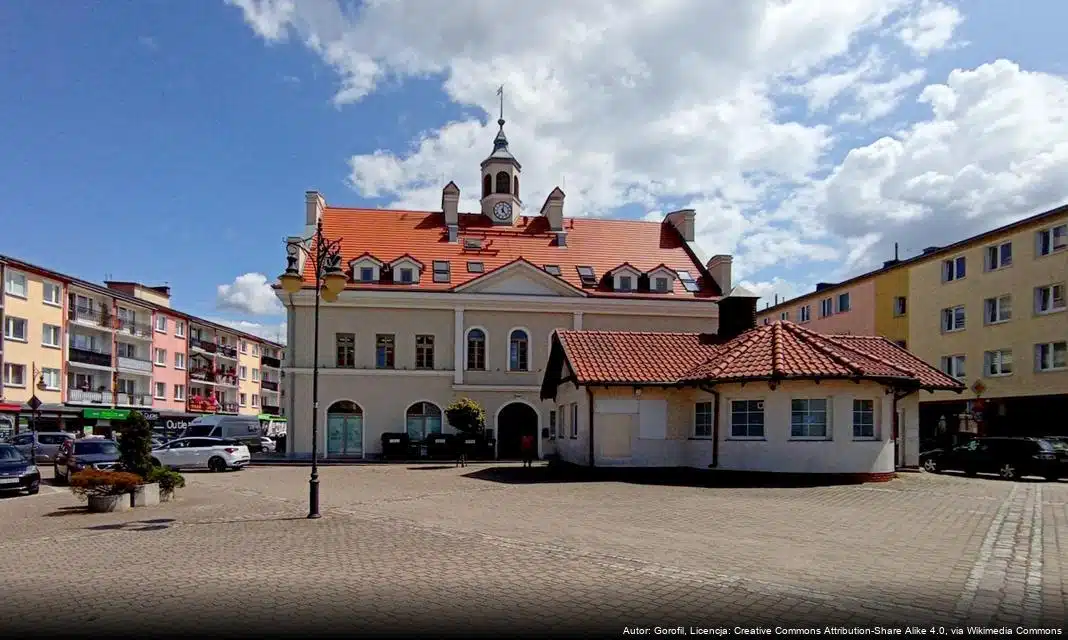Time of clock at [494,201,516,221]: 12:23
